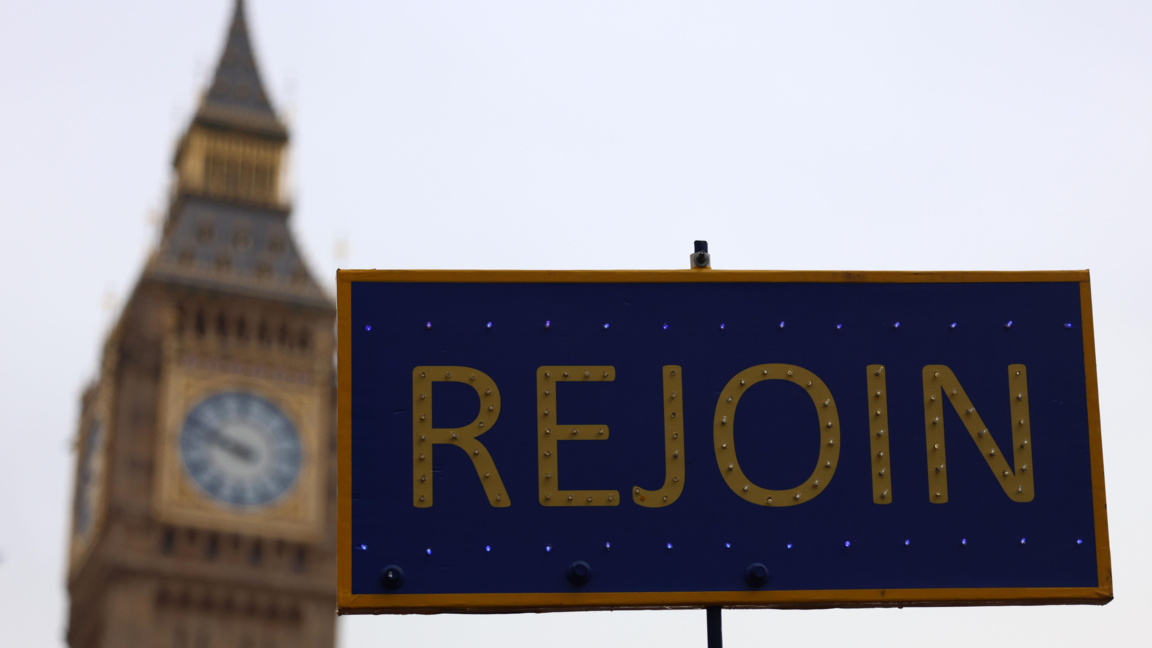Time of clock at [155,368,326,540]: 9:48
